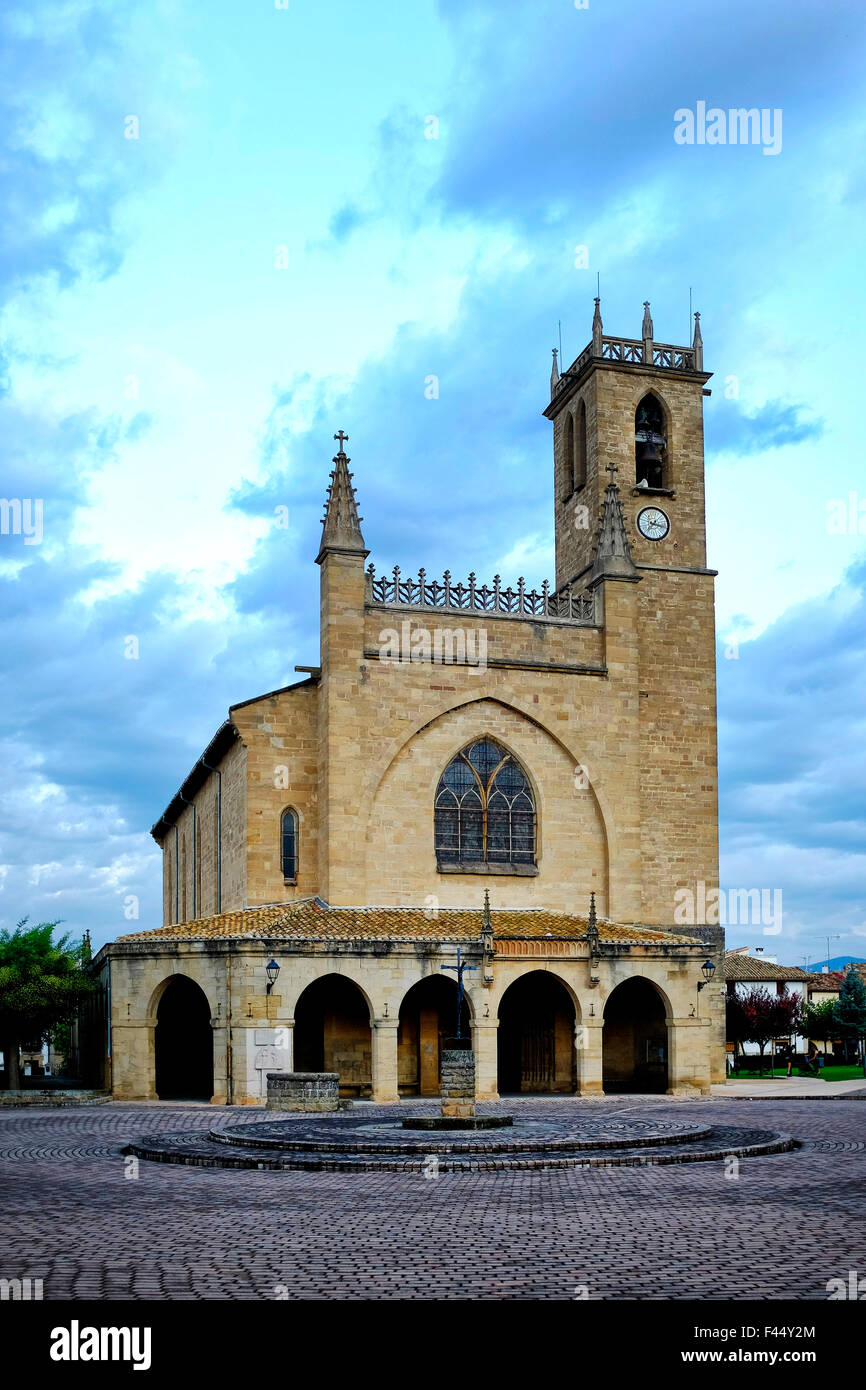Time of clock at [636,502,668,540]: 7:17
